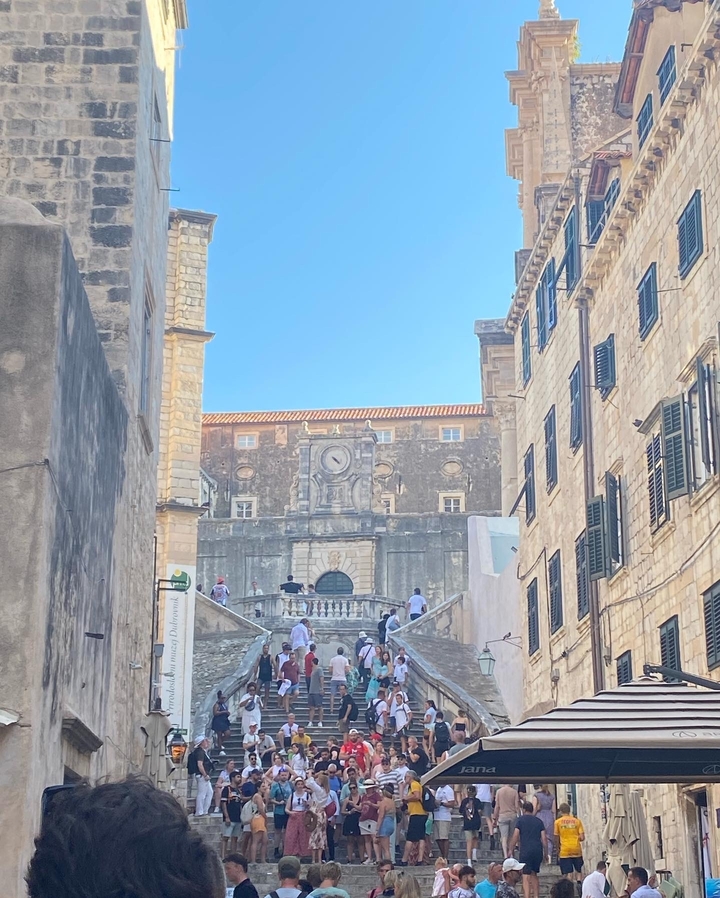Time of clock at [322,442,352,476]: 4:22
